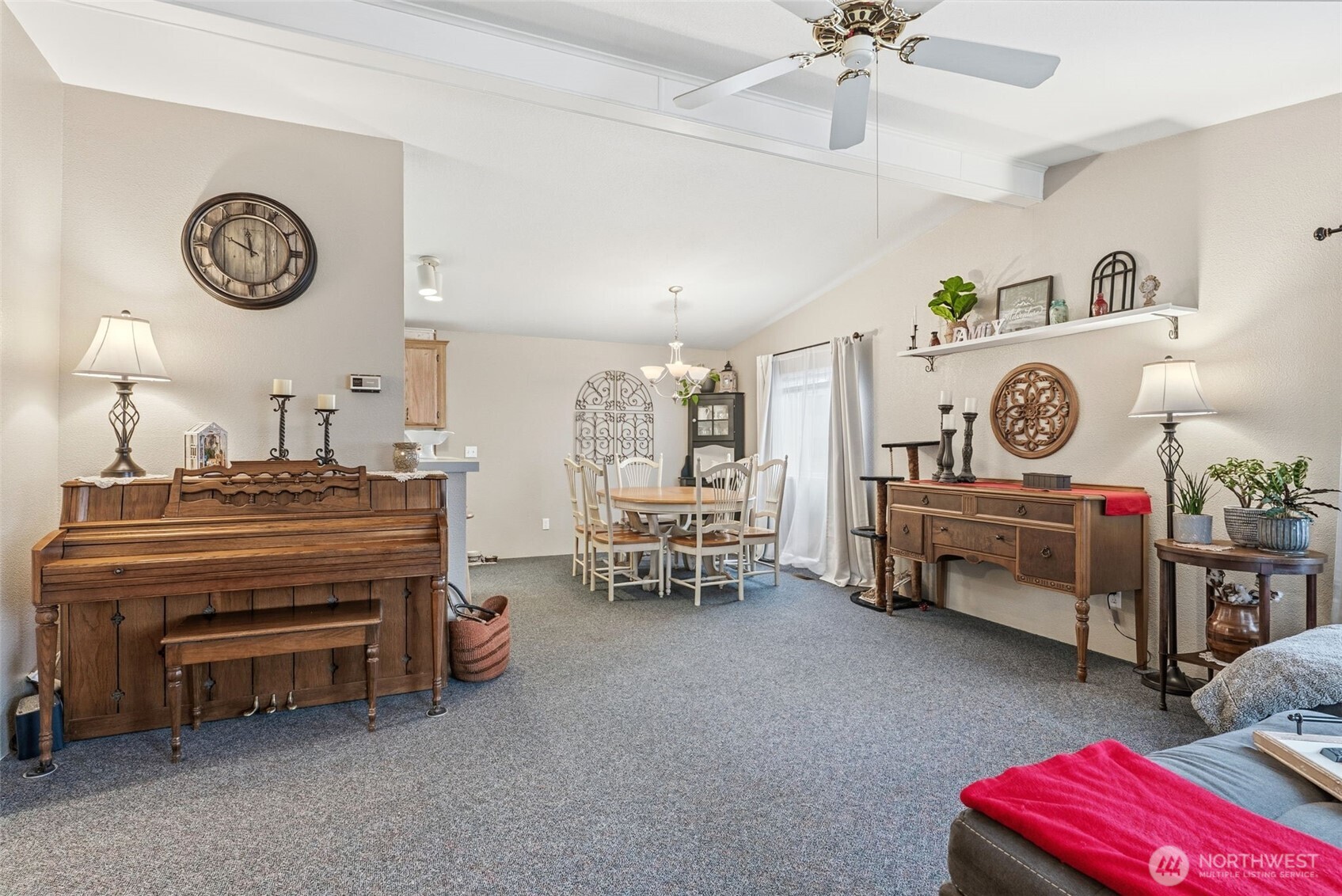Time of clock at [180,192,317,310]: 11:49
